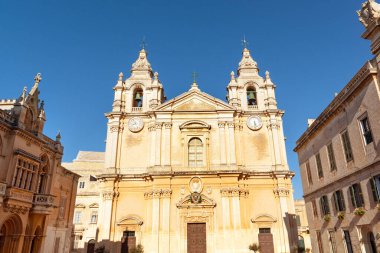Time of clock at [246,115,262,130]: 5:30
